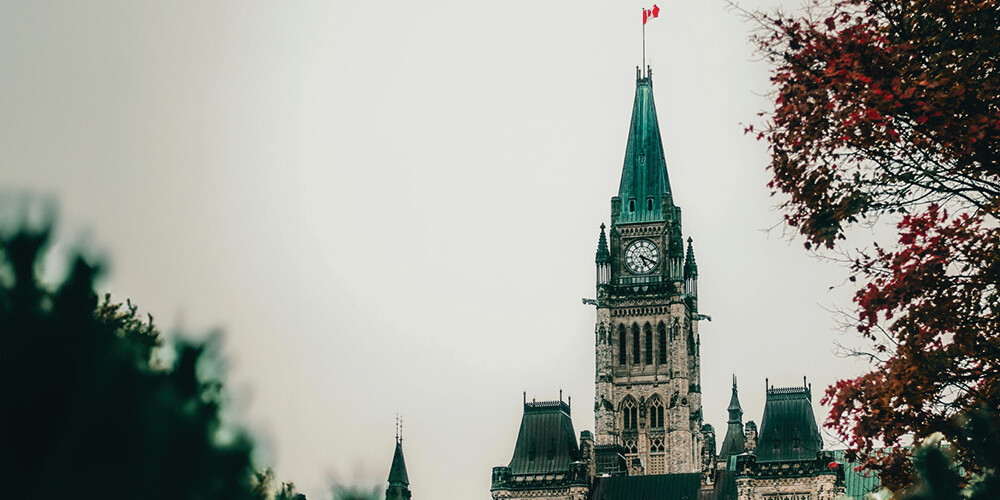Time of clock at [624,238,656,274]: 5:18
